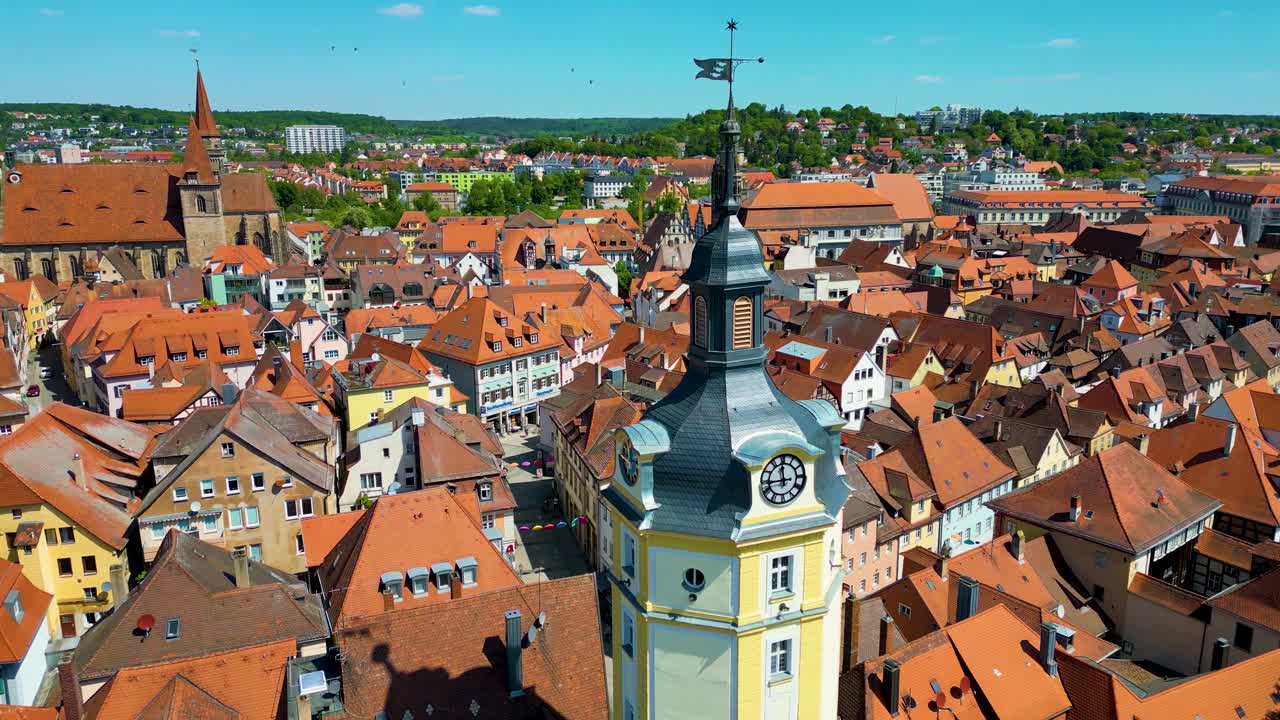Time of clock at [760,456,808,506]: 11:44
